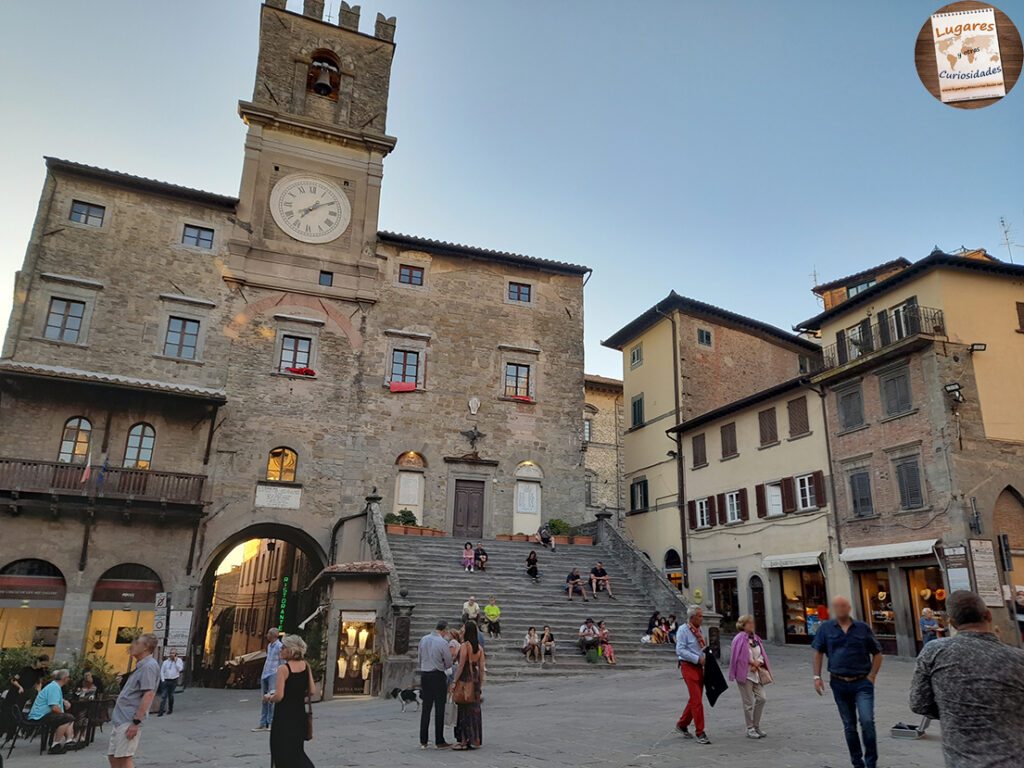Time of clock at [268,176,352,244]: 7:09
